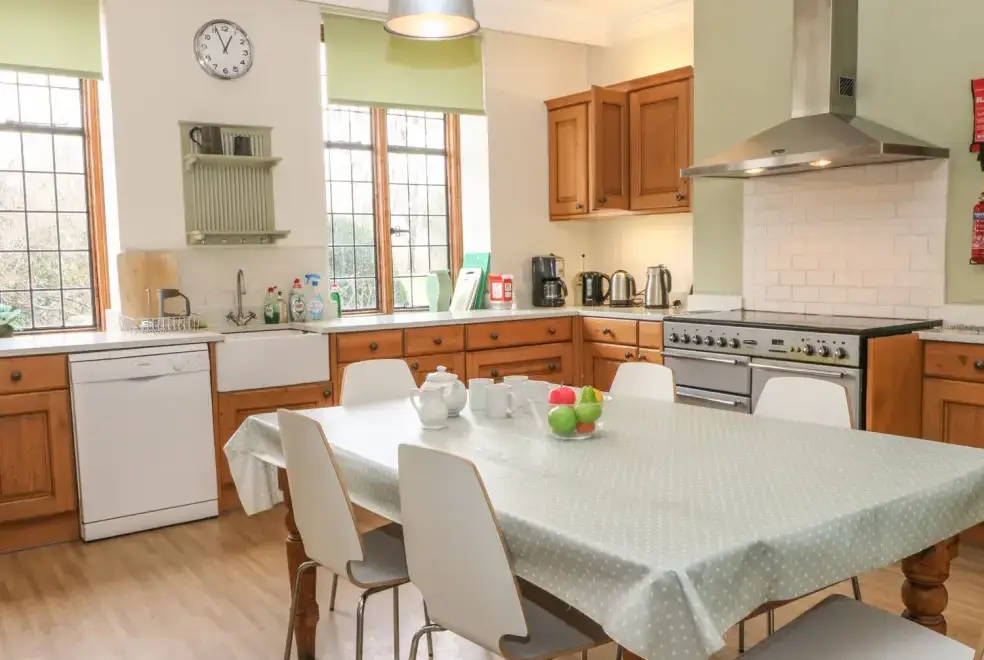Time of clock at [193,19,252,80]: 12:56
